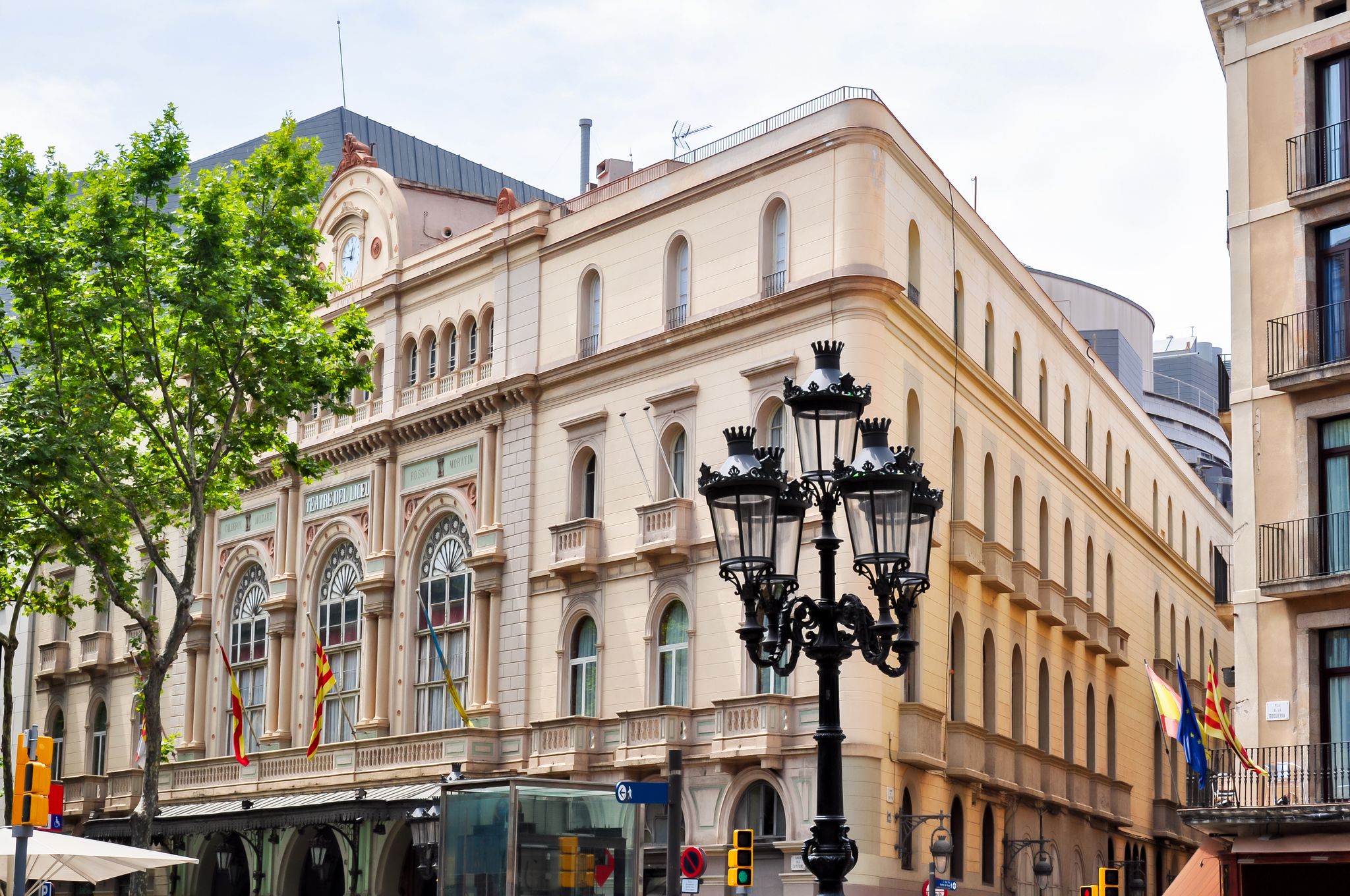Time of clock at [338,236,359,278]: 12:46
